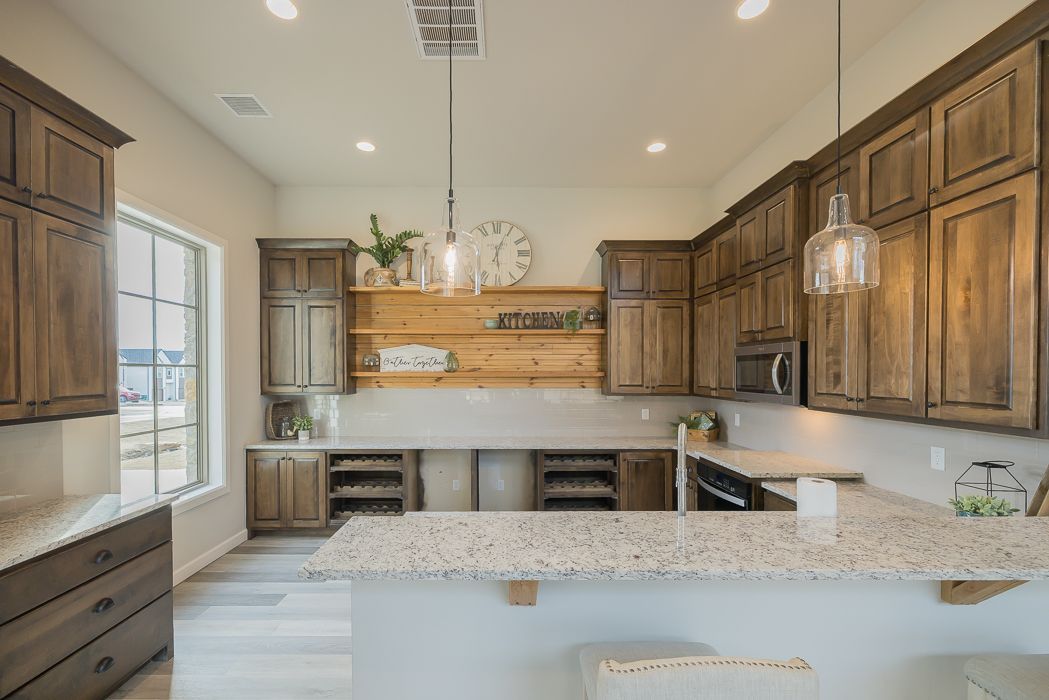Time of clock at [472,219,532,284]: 6:04
